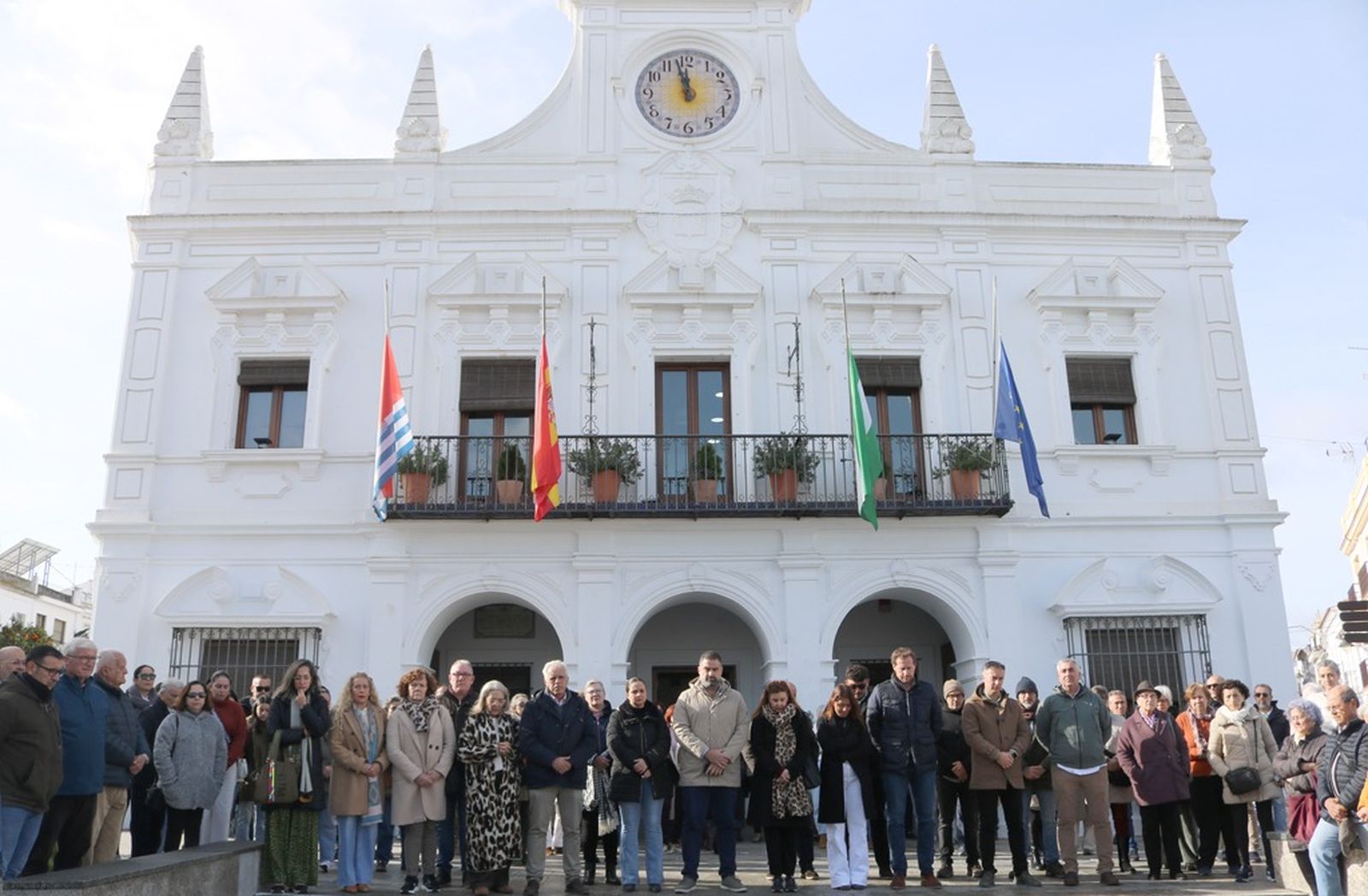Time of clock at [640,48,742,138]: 11:57
